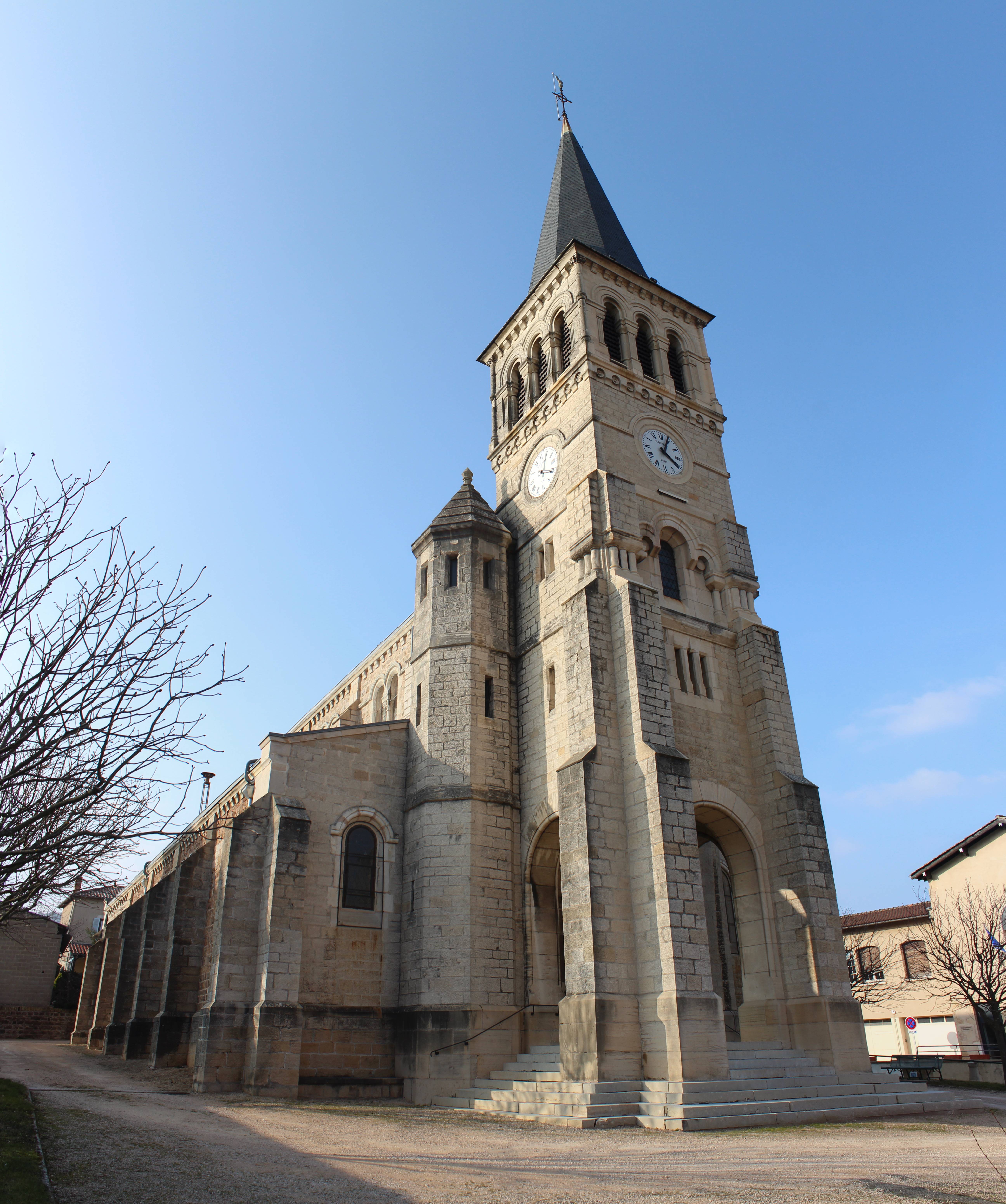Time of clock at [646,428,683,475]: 4:04
